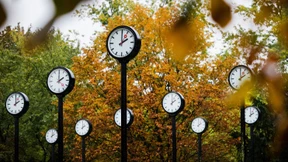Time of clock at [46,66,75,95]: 2:00
